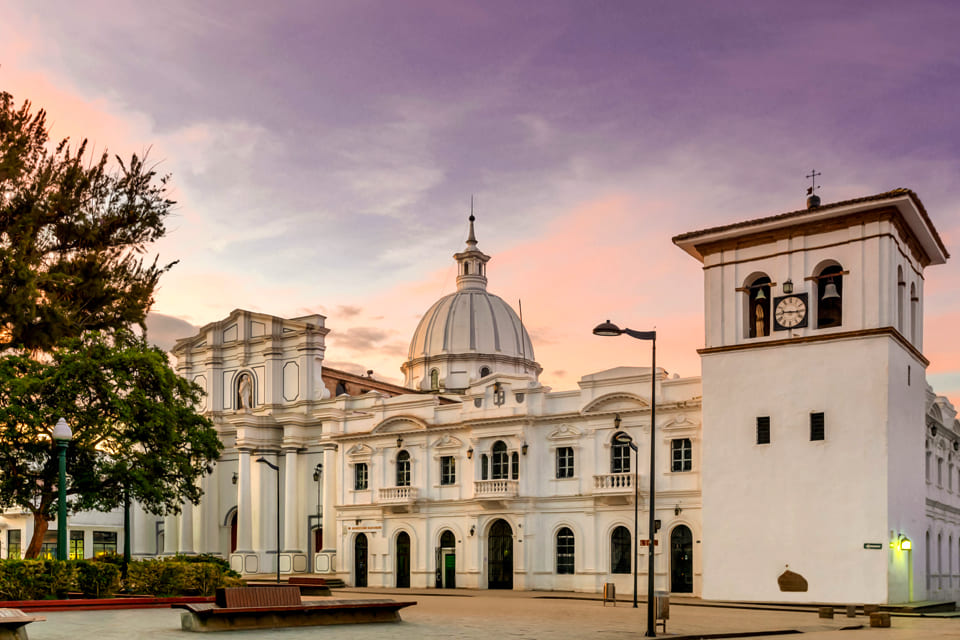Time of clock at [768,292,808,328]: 9:15
